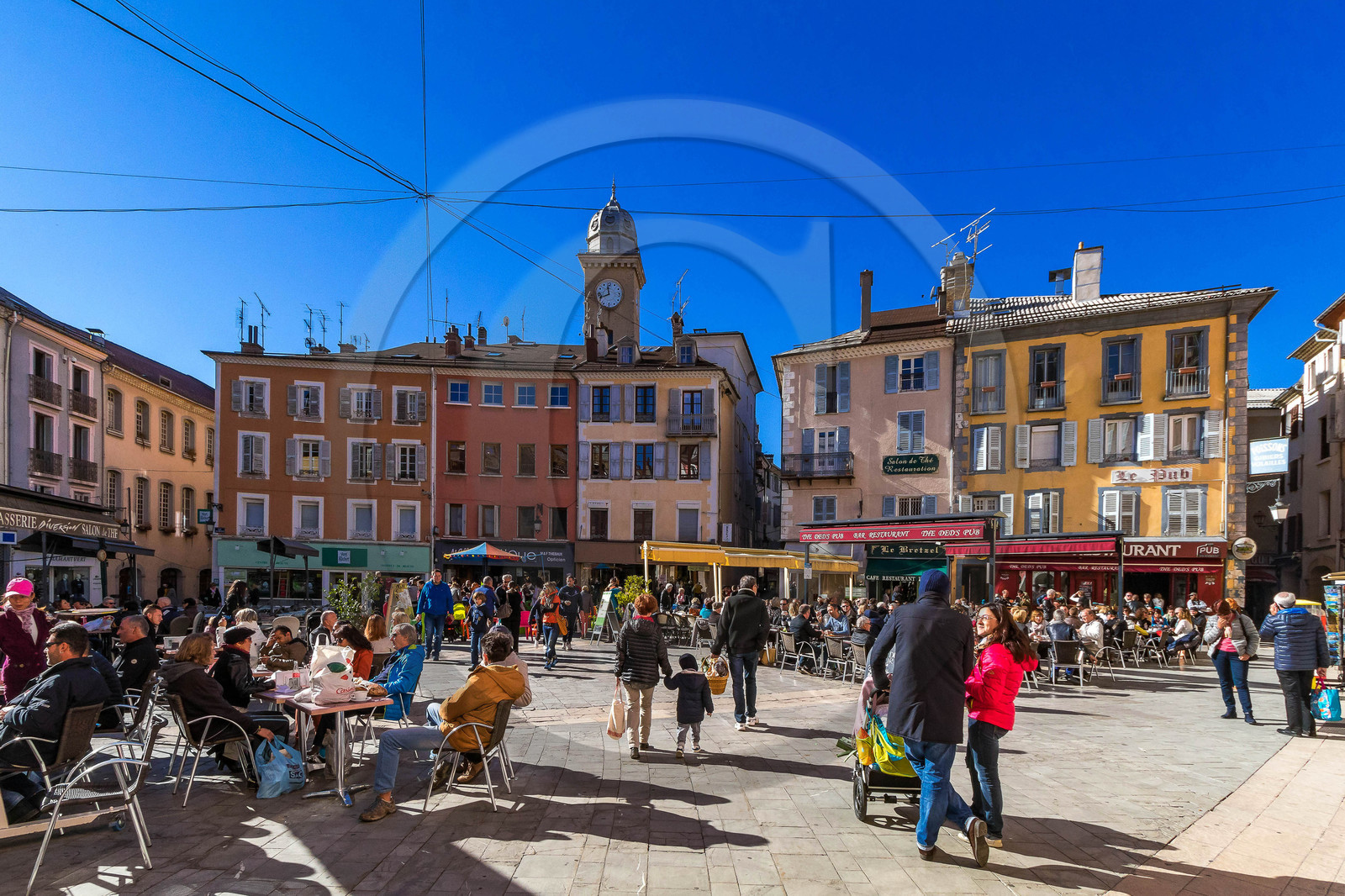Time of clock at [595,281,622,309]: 11:41
